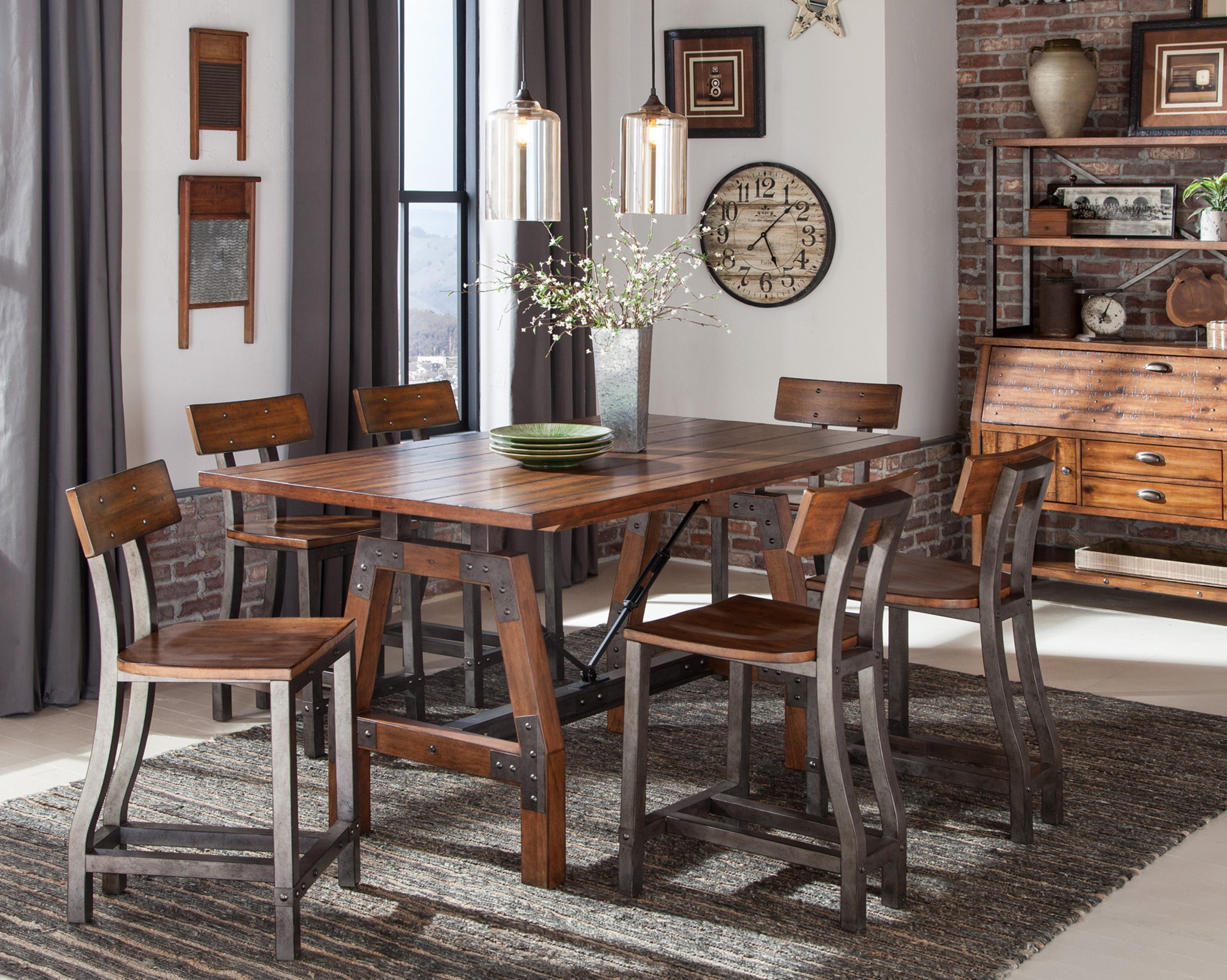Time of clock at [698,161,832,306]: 5:07
